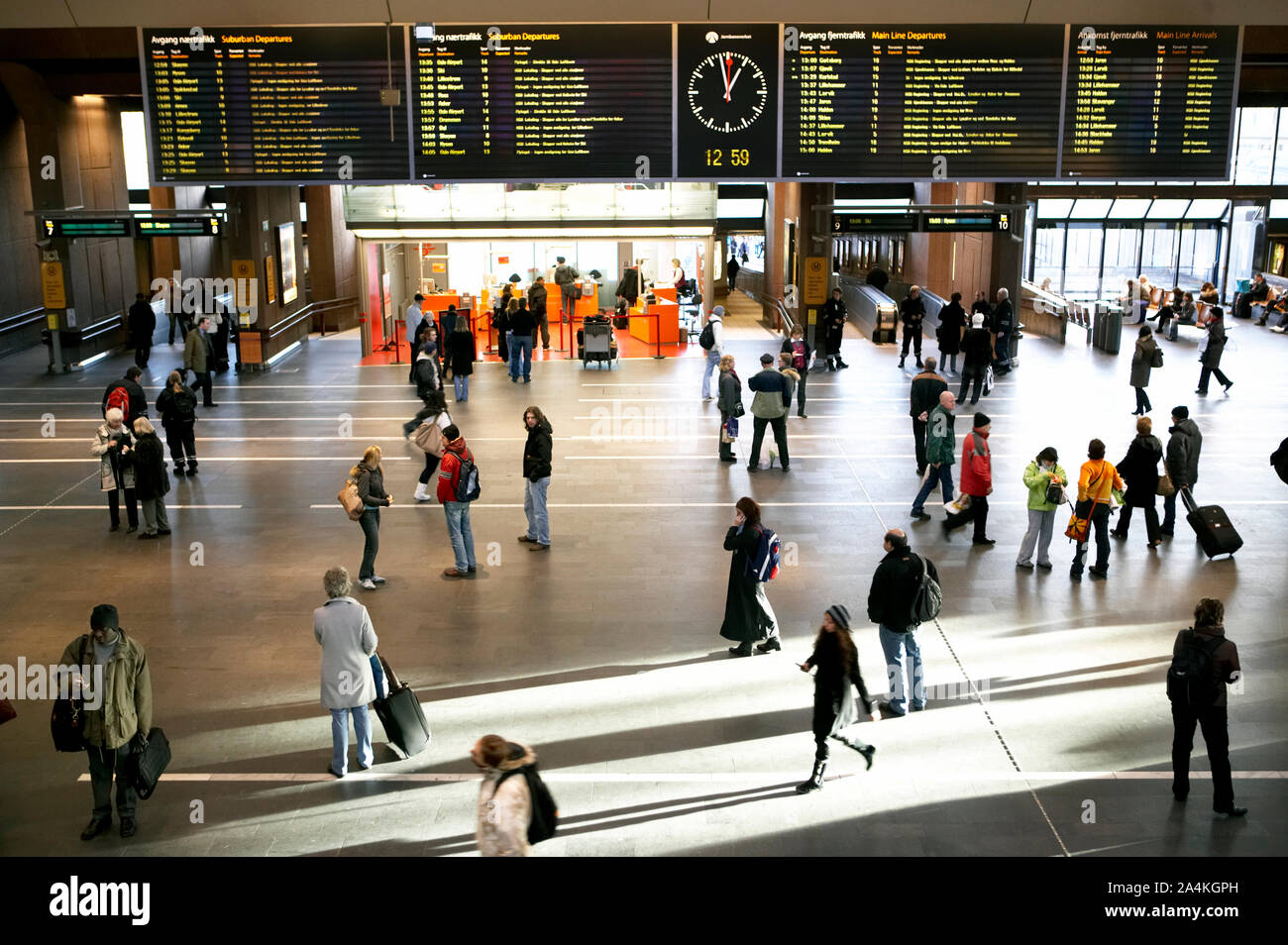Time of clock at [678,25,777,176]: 12:58
